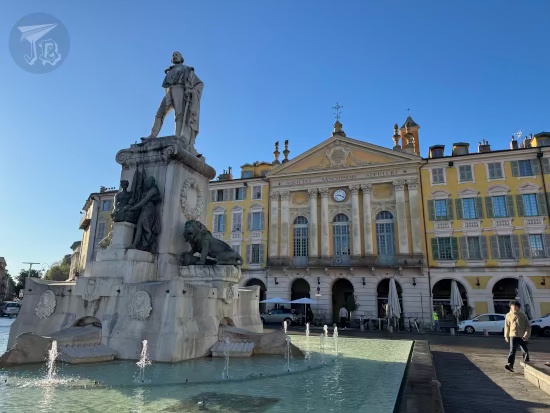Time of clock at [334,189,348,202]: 9:20
